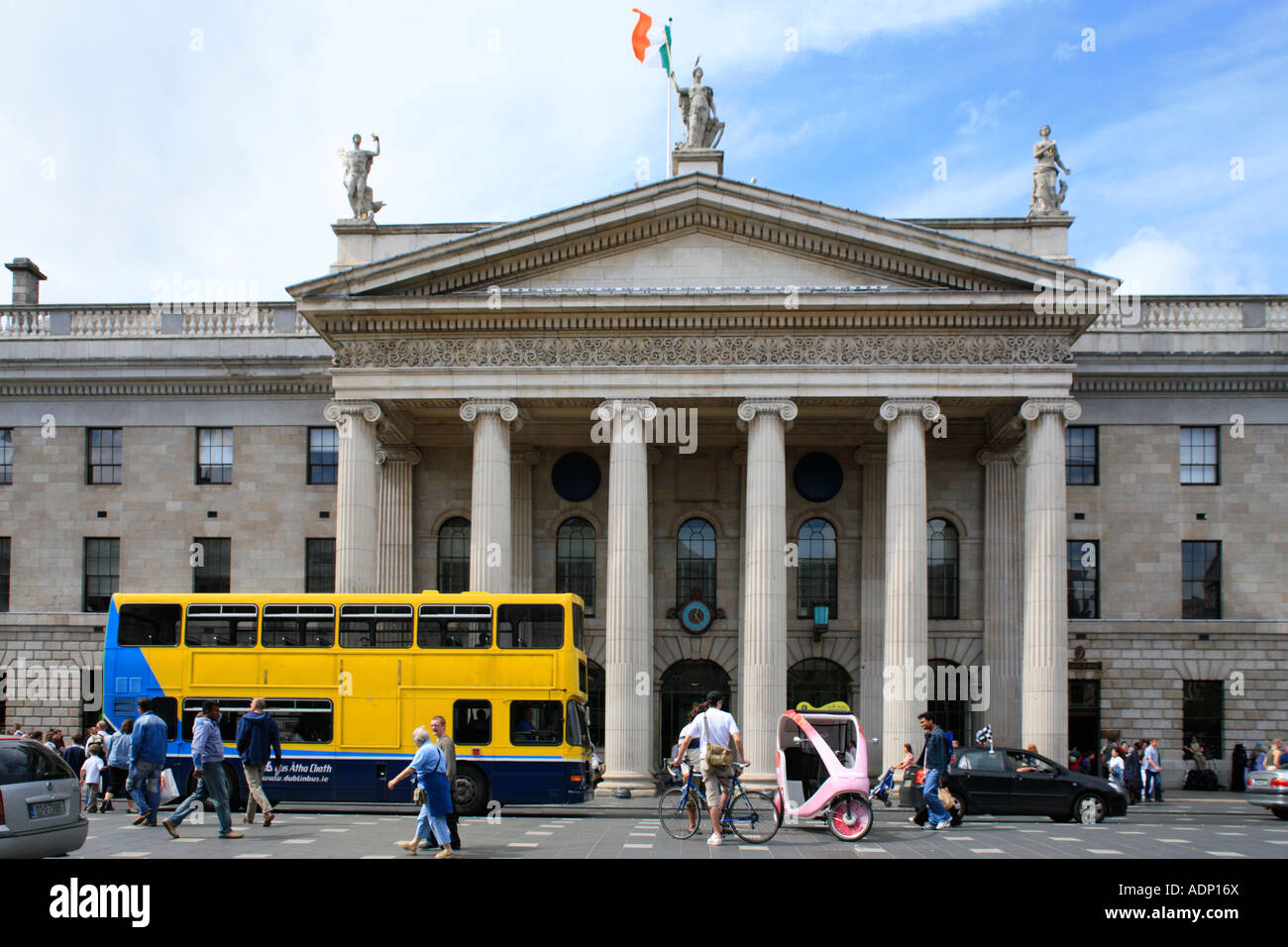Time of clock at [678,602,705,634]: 12:24
